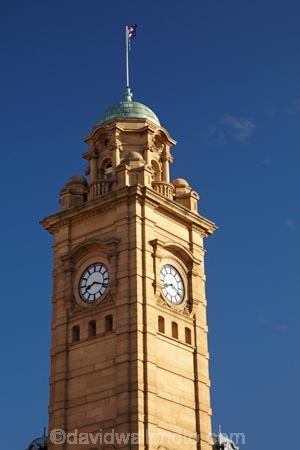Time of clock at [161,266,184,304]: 8:19
